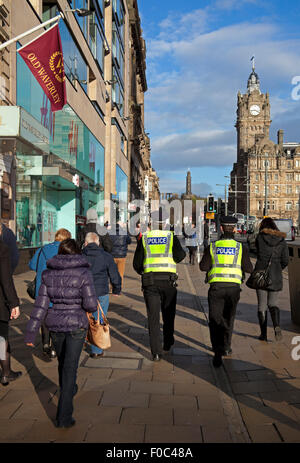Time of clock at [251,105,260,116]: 3:43
